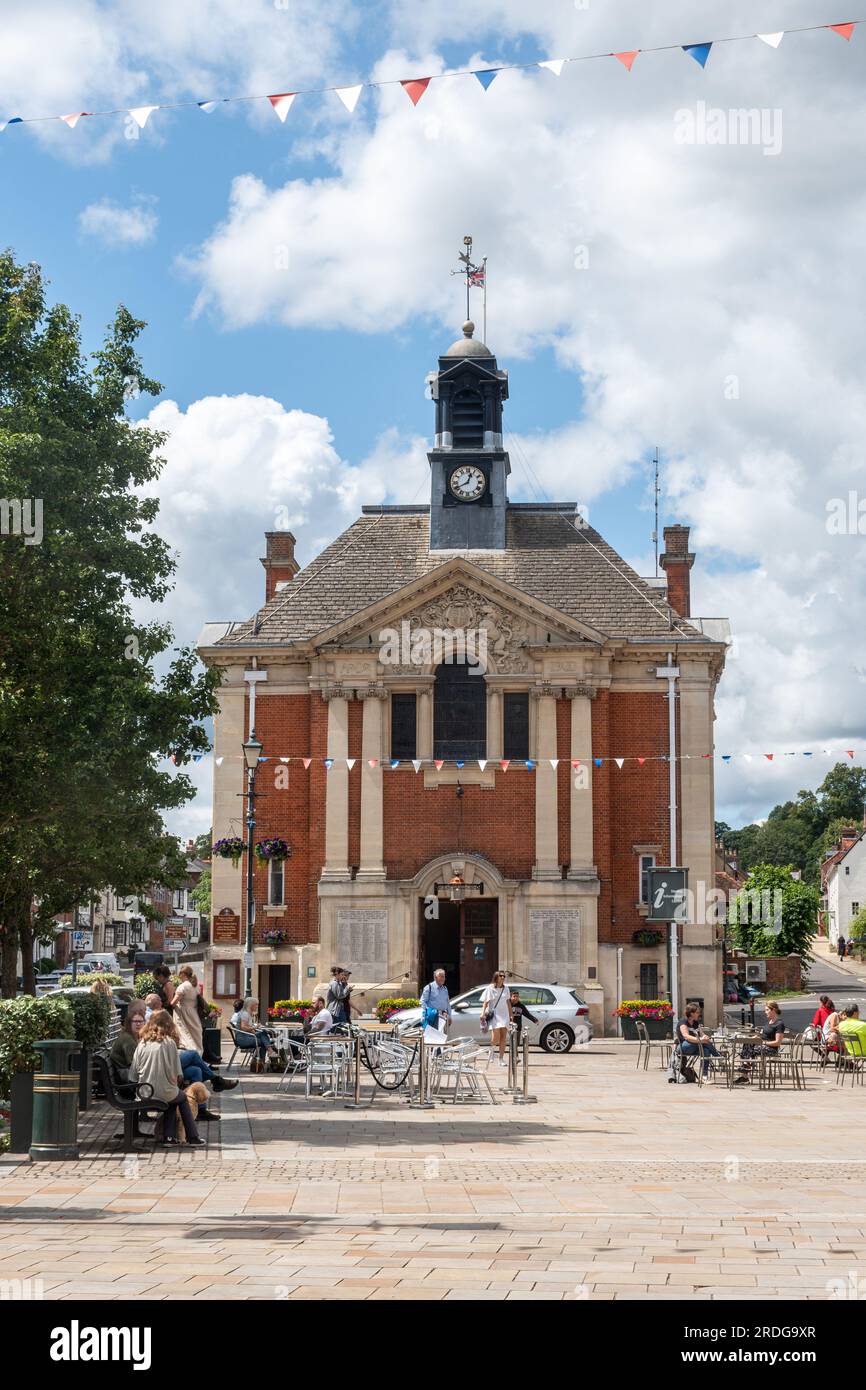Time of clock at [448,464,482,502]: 12:40
